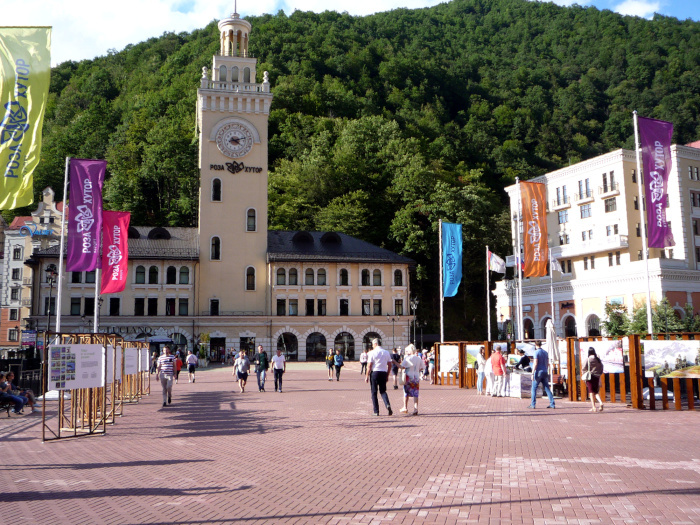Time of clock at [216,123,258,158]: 4:12
